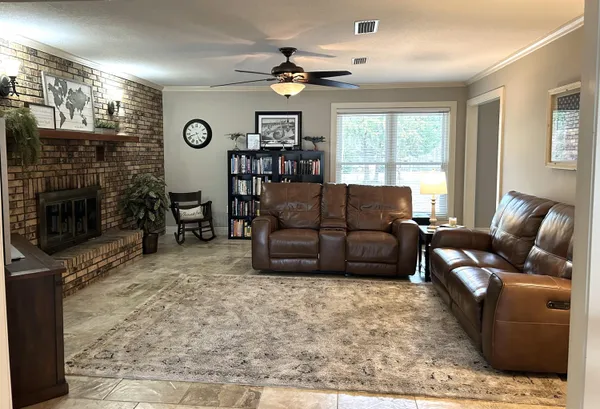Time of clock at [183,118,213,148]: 8:26
